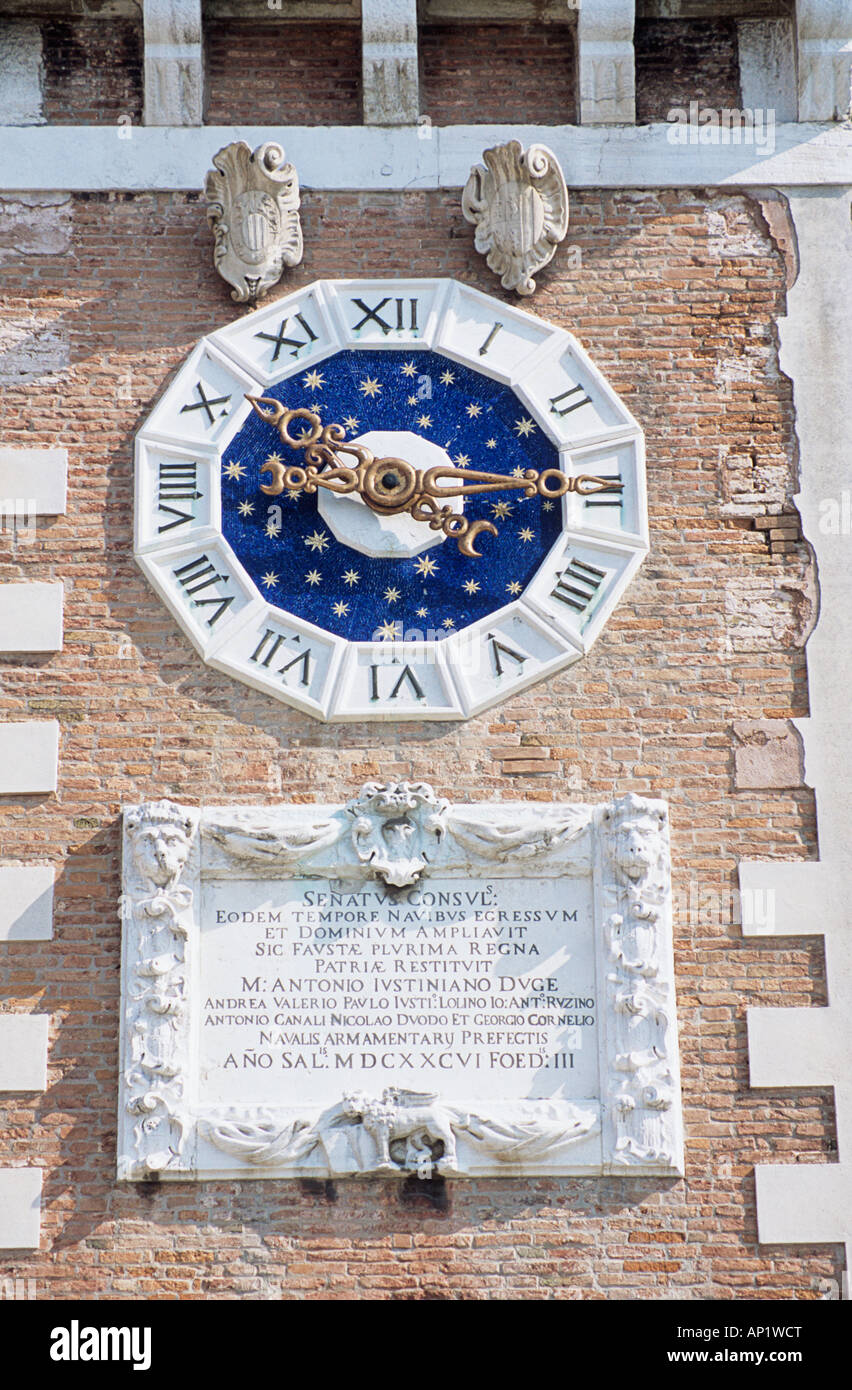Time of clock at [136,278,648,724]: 4:14
